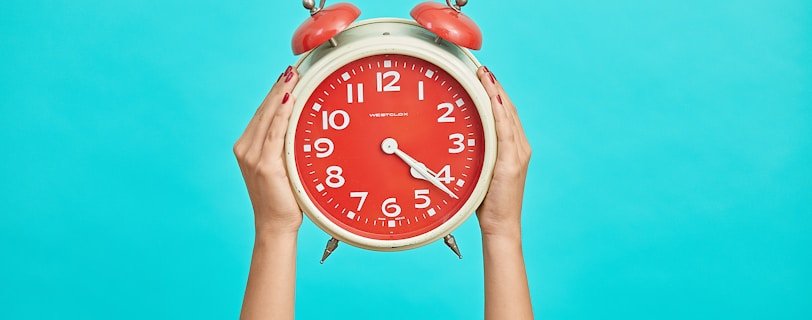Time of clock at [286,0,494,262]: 4:21
